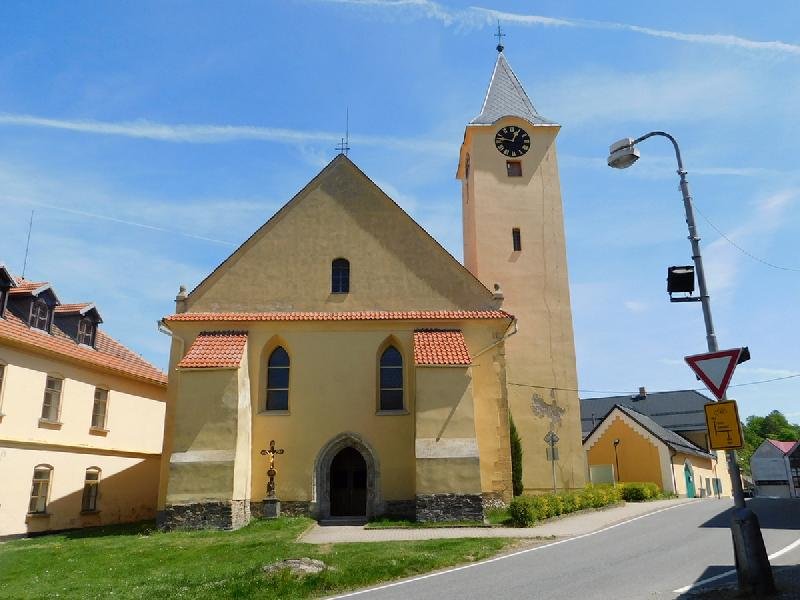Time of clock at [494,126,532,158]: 12:46
